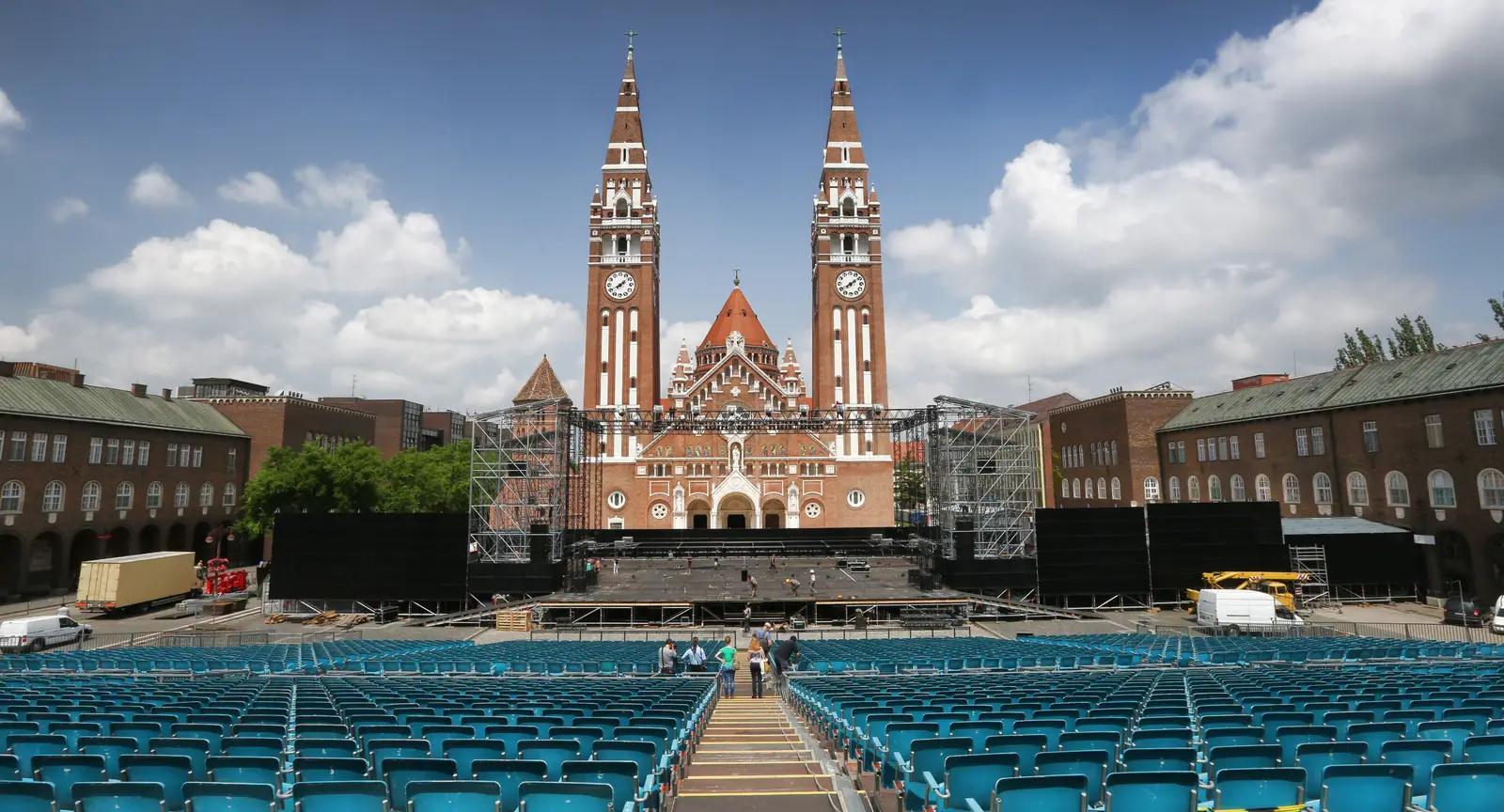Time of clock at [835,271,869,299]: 8:08
